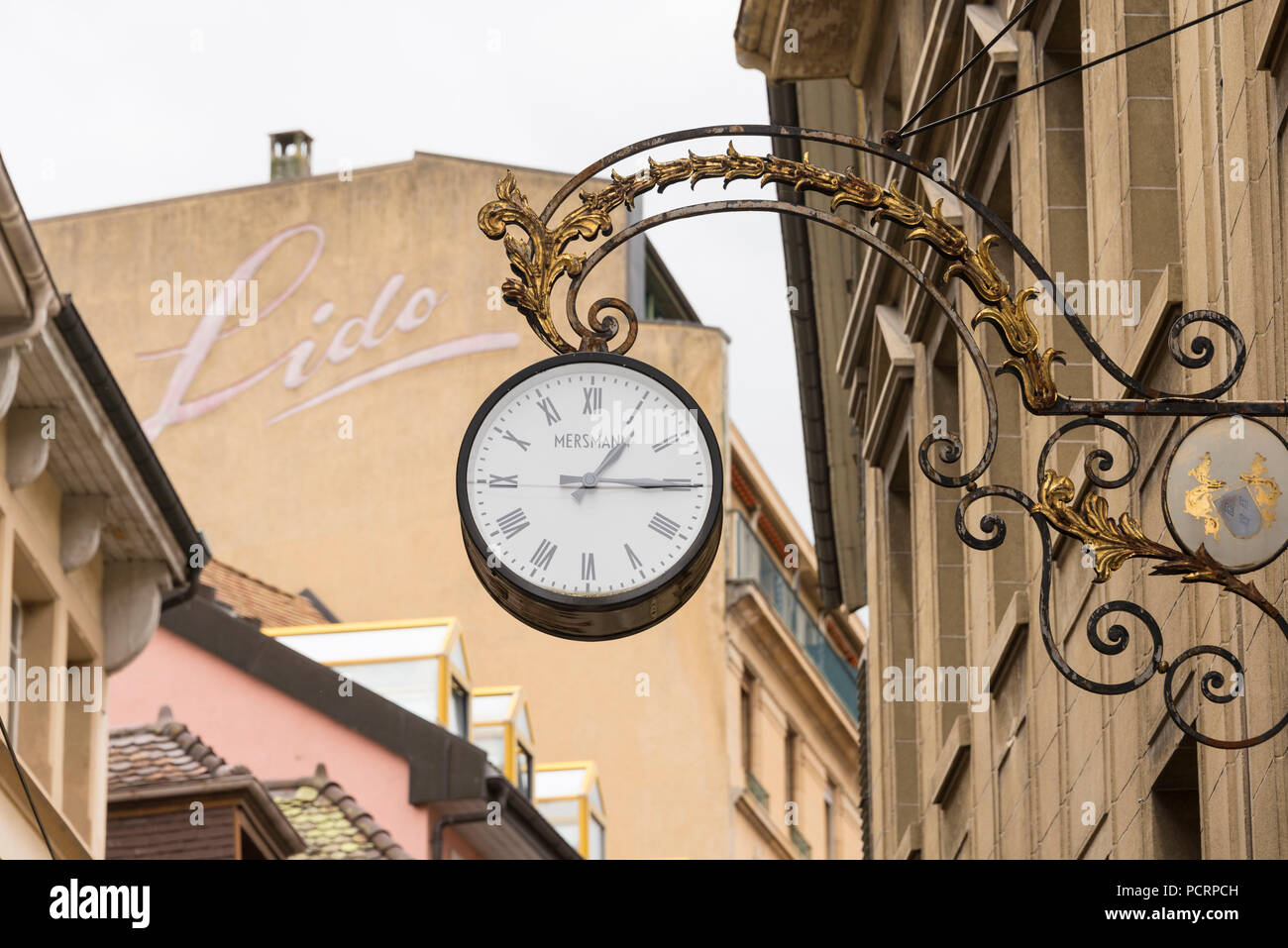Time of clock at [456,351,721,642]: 1:14
